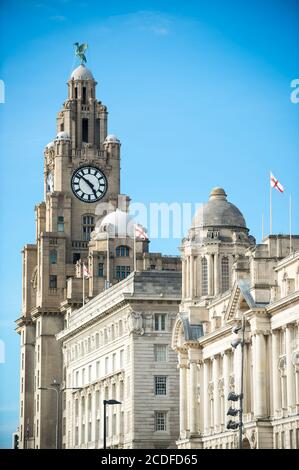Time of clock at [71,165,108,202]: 4:51
